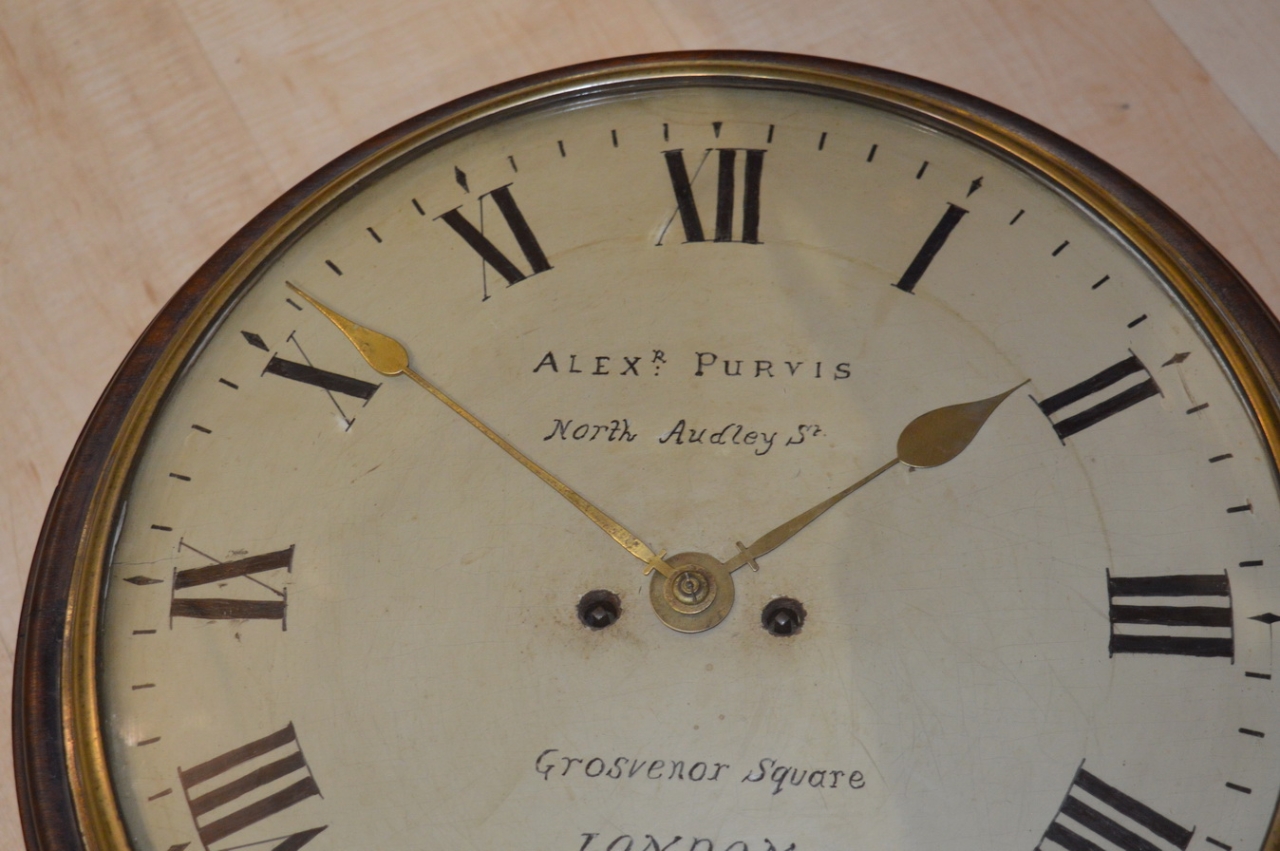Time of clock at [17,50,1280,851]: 1:50
